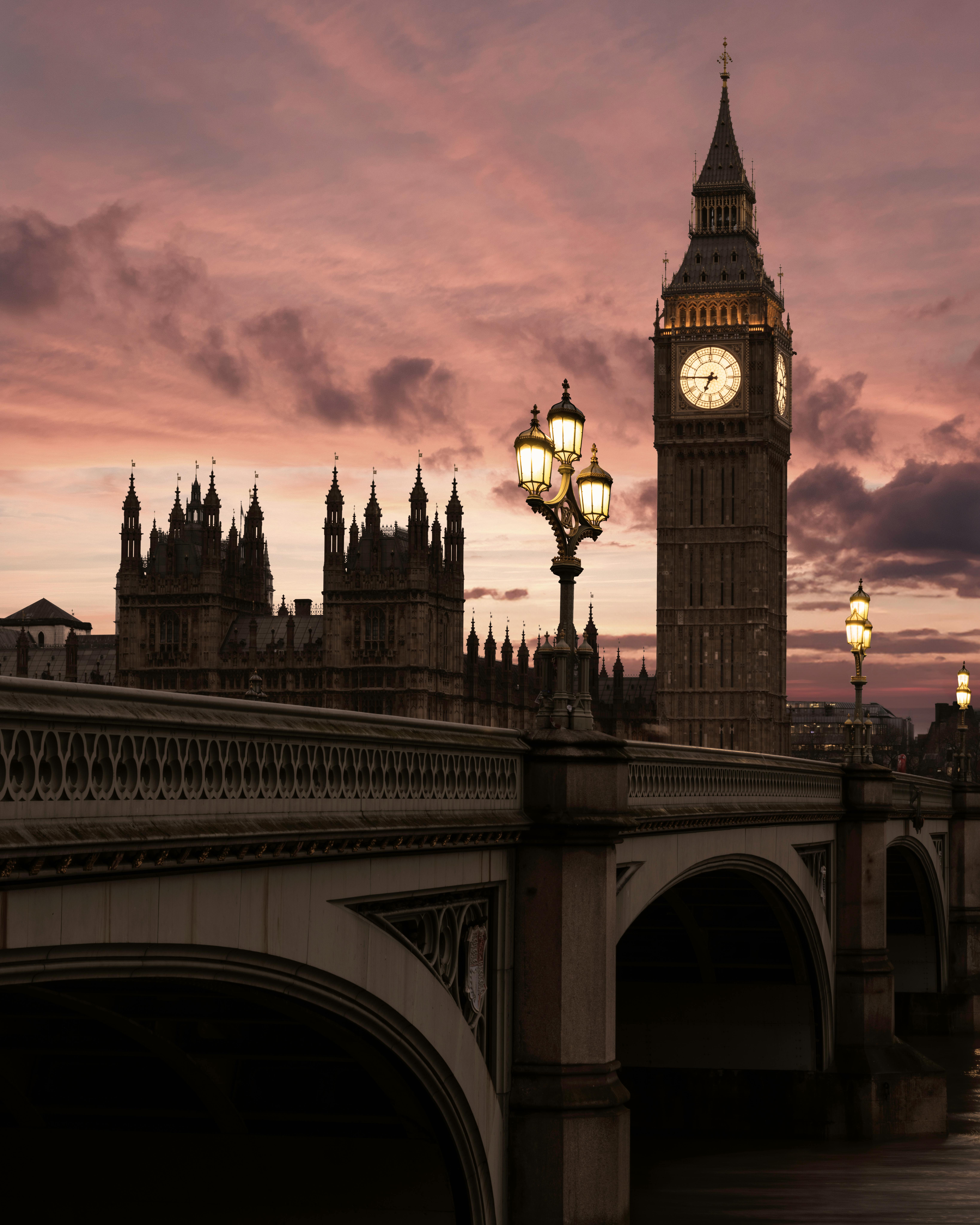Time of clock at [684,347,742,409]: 6:45
